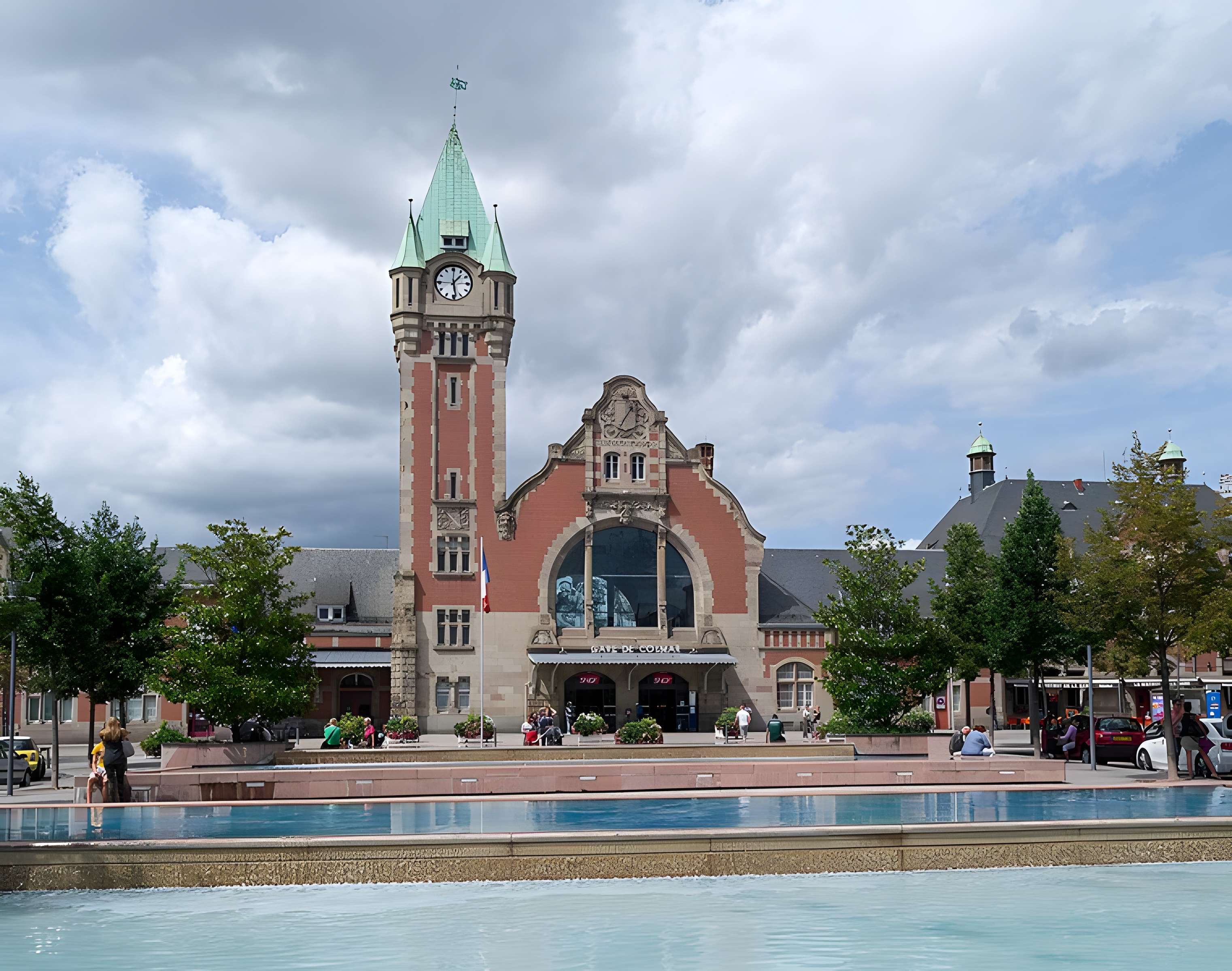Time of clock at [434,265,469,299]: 1:28
